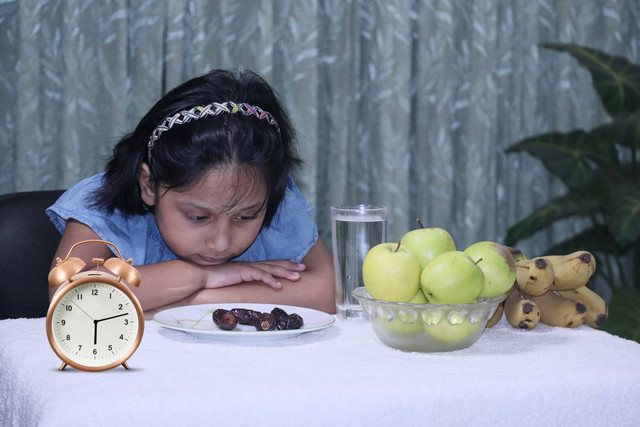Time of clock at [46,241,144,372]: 6:12
